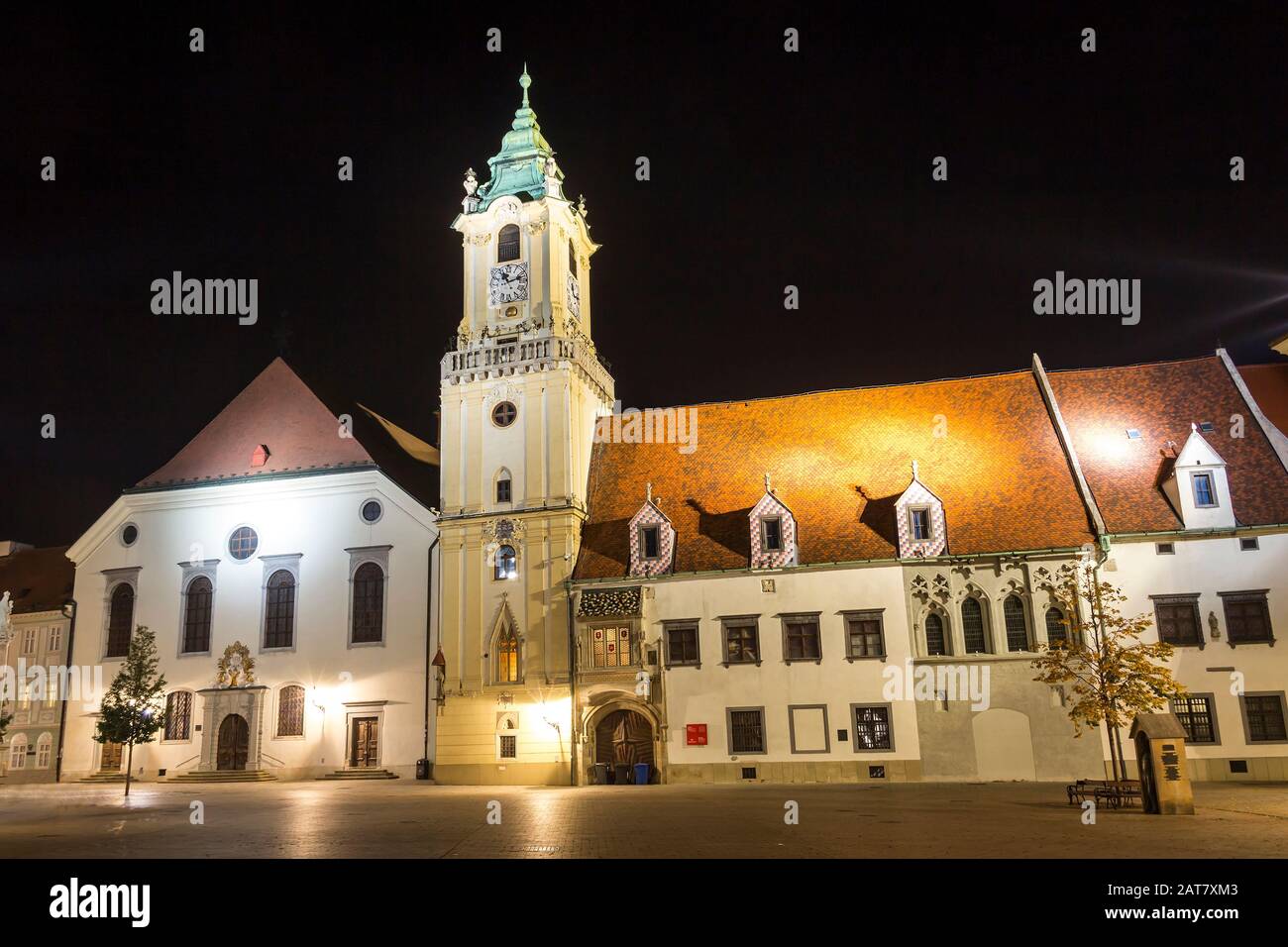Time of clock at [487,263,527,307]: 11:12
